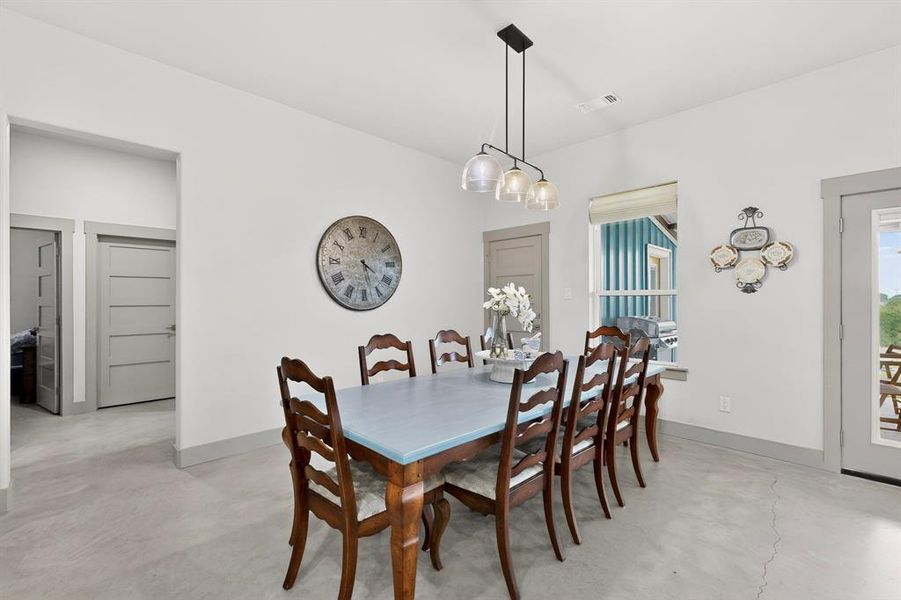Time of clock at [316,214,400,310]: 4:28
